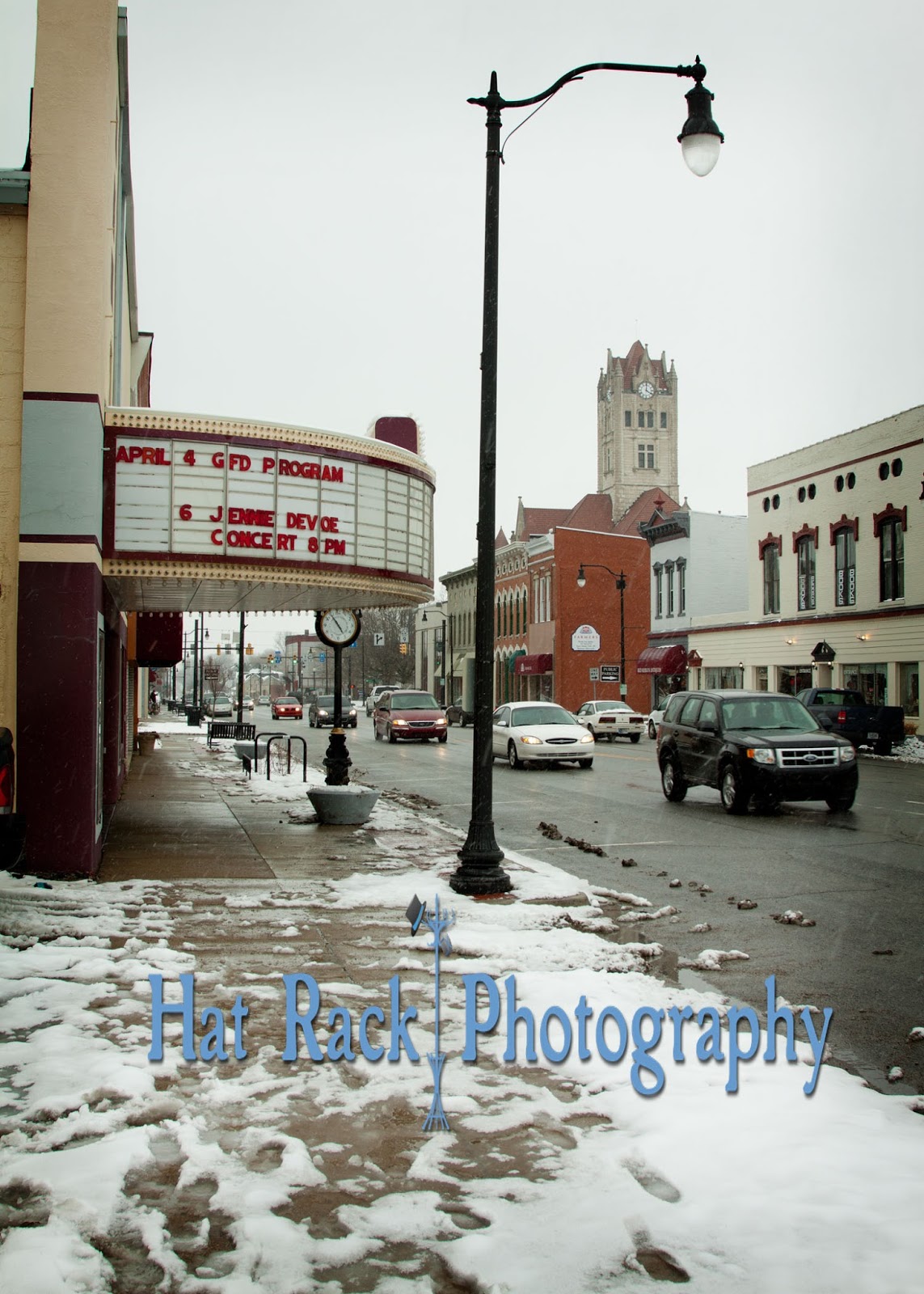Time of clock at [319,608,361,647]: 4:54
